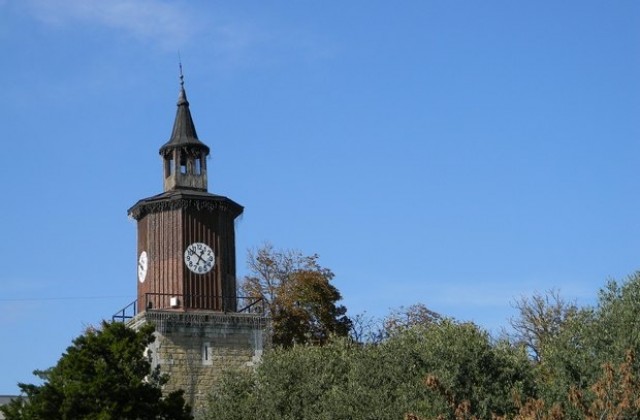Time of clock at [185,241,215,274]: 12:52
